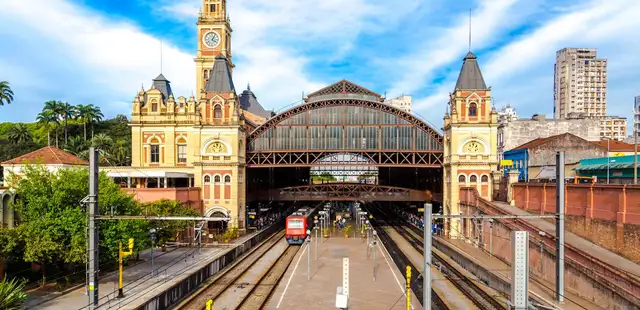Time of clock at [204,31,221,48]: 4:04
